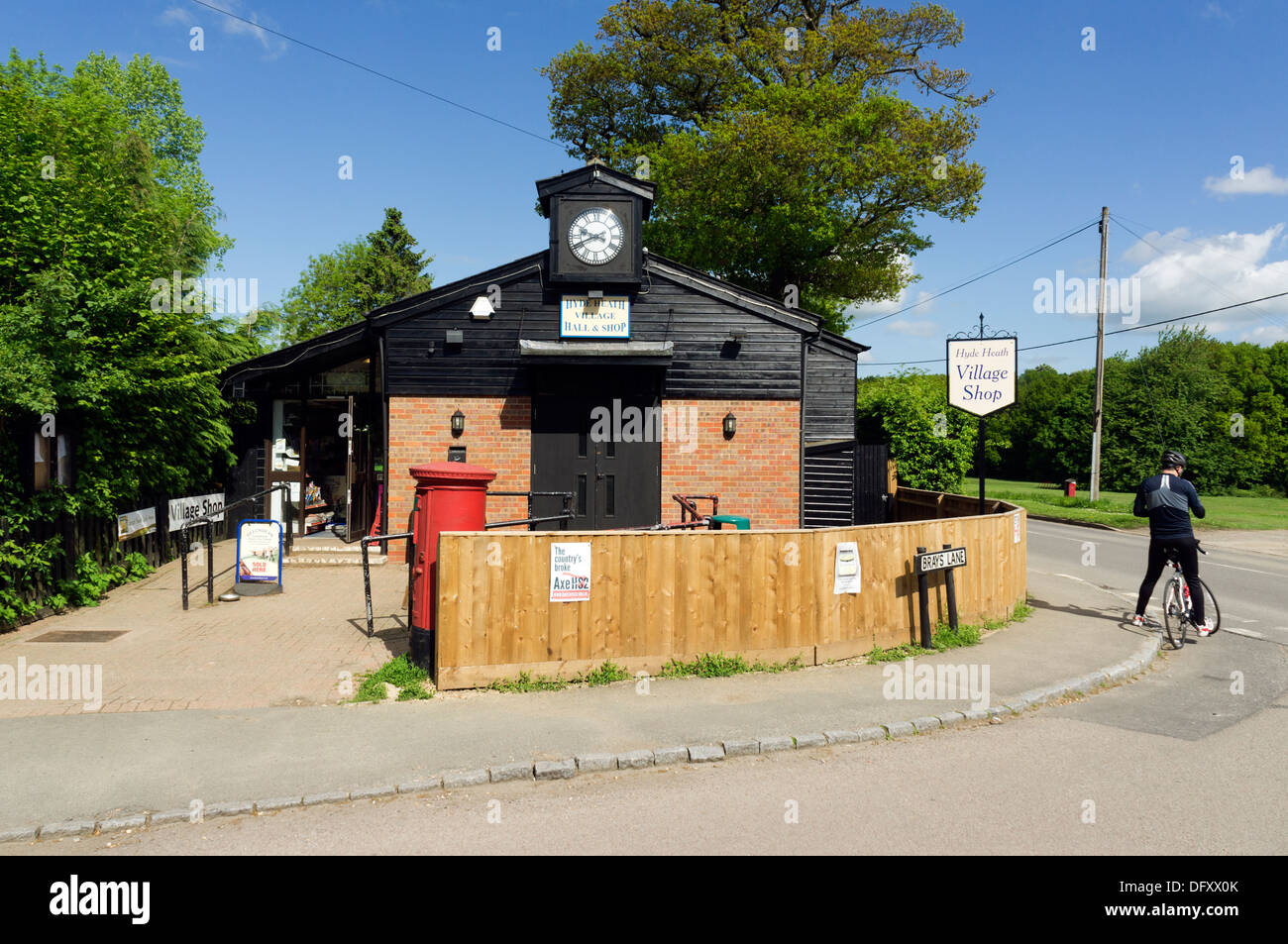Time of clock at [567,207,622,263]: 9:41
